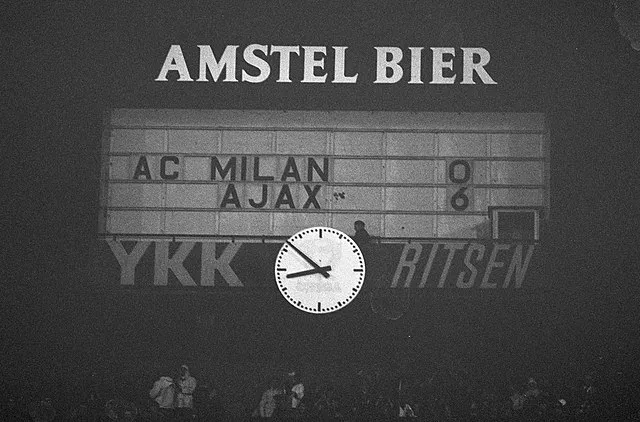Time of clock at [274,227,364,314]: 8:51
